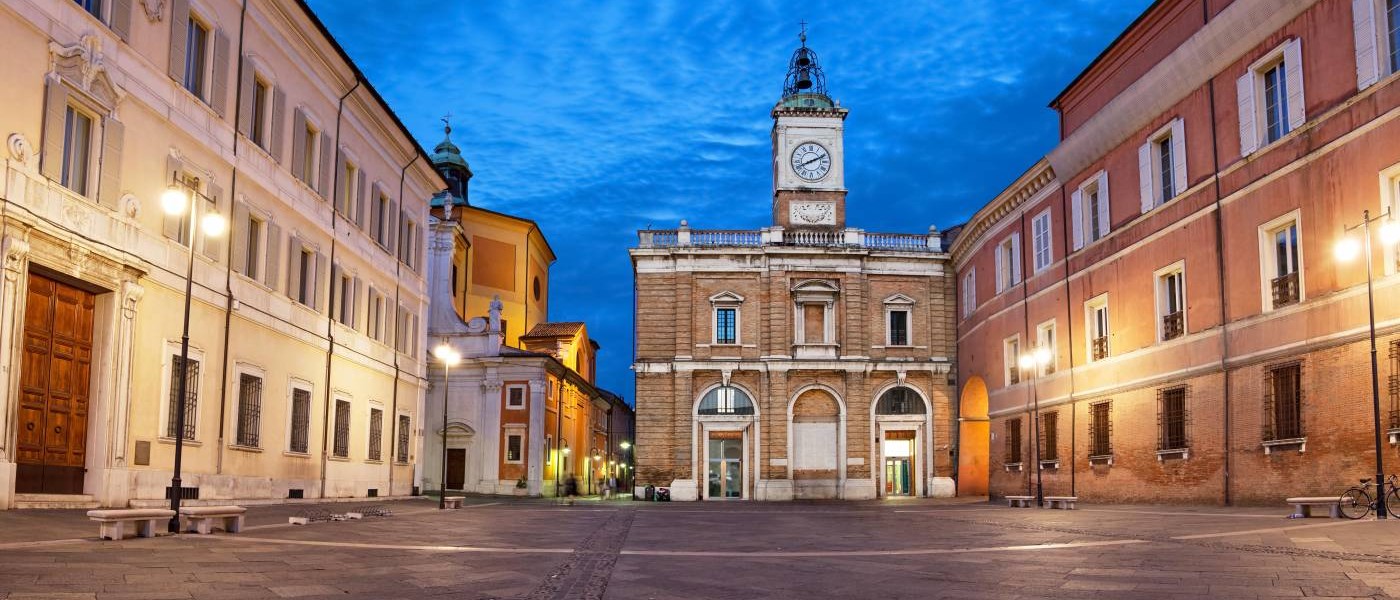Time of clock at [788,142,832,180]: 8:11
